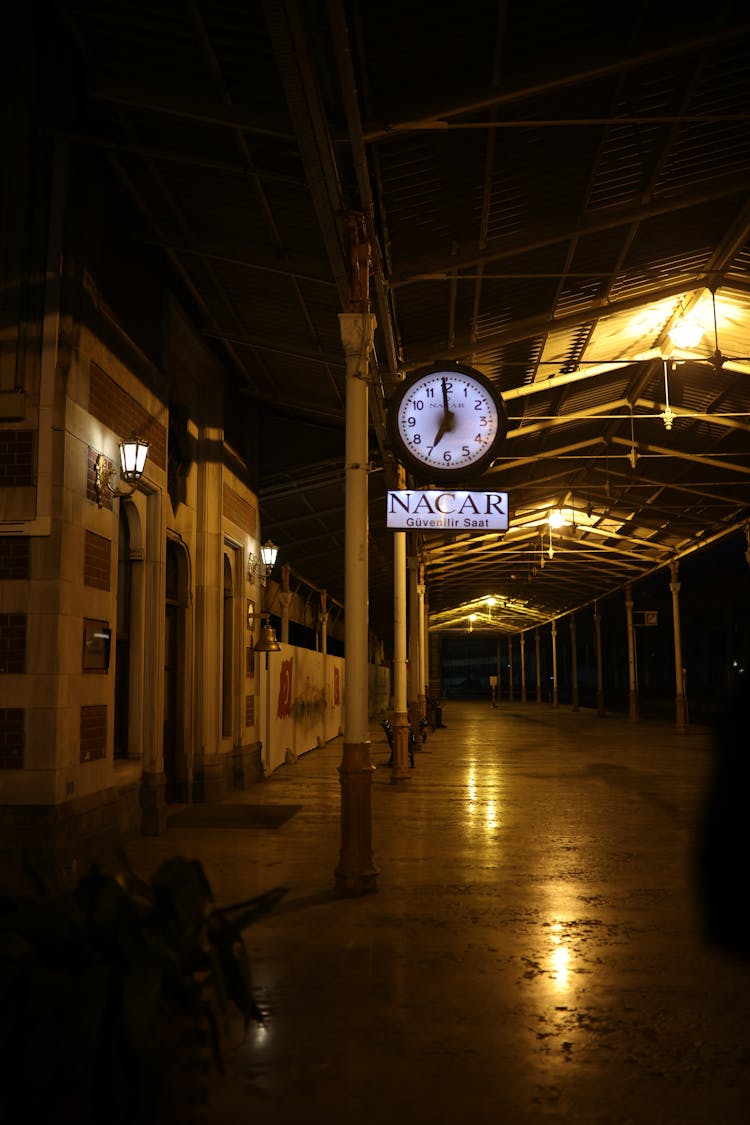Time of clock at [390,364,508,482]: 6:59
